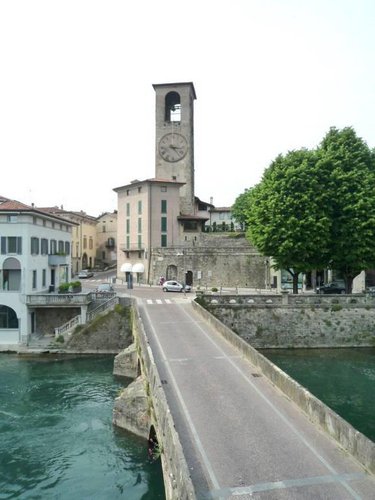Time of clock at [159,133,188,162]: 3:23
